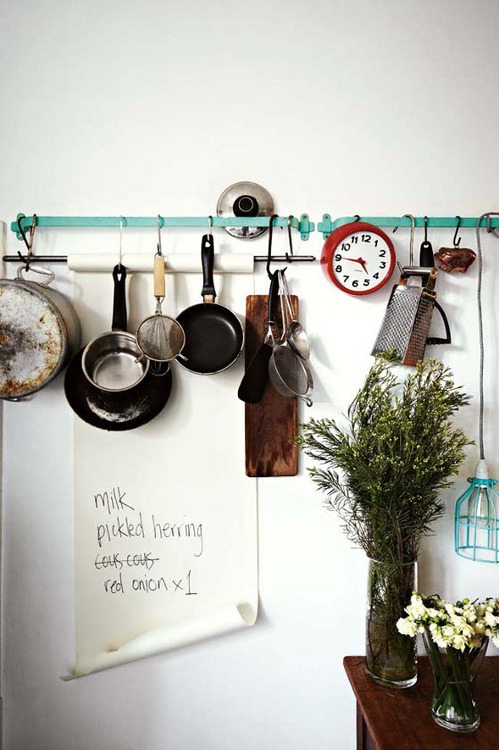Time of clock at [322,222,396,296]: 4:44
